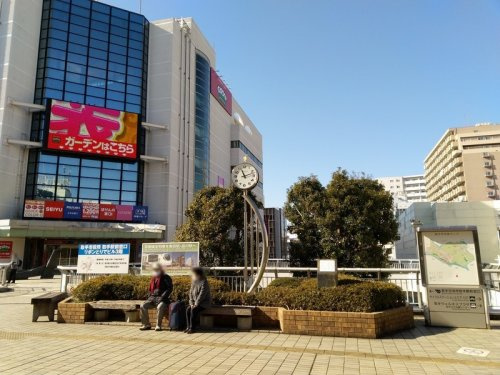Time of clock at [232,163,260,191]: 11:12
